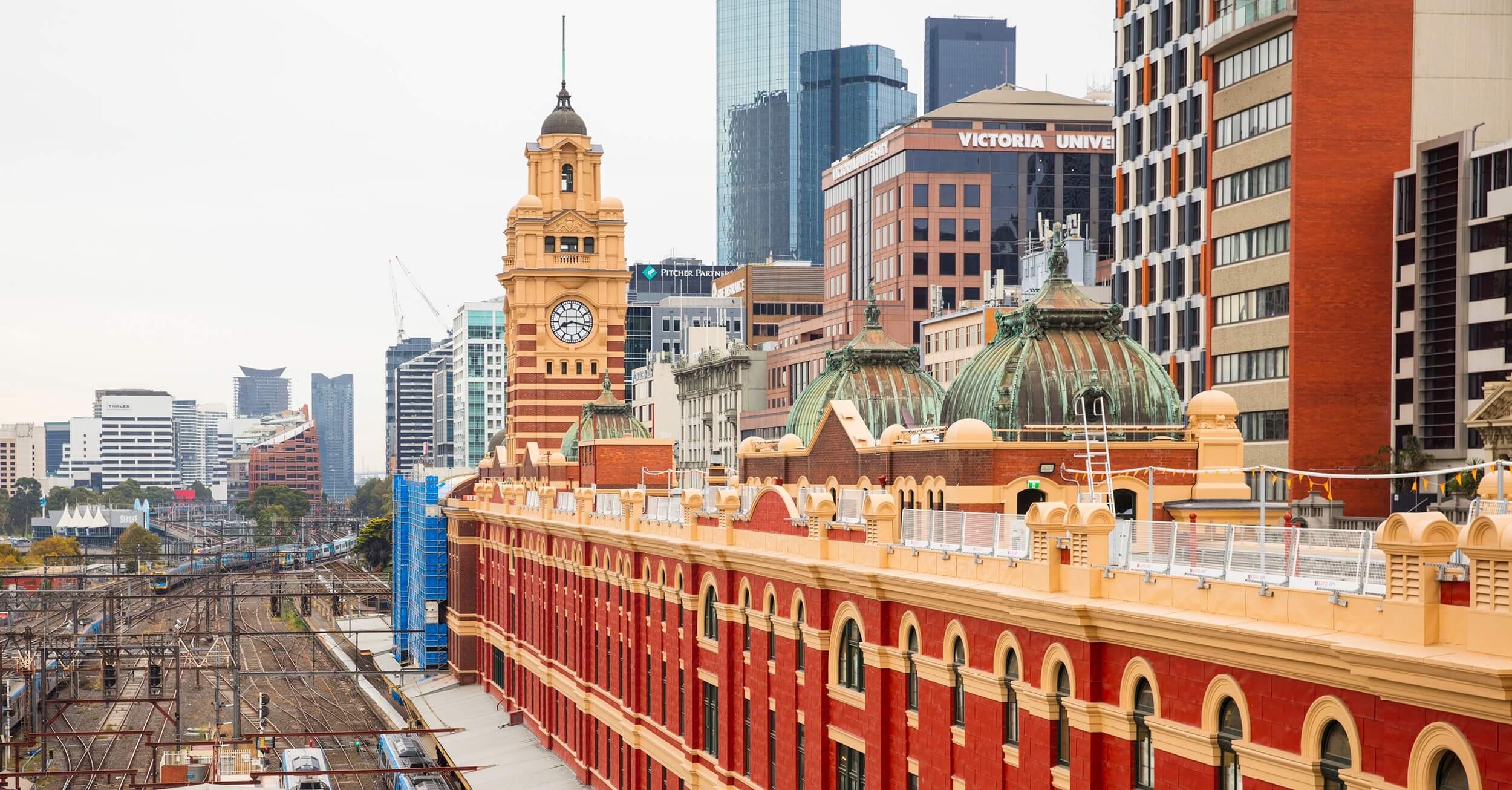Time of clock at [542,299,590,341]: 8:16
